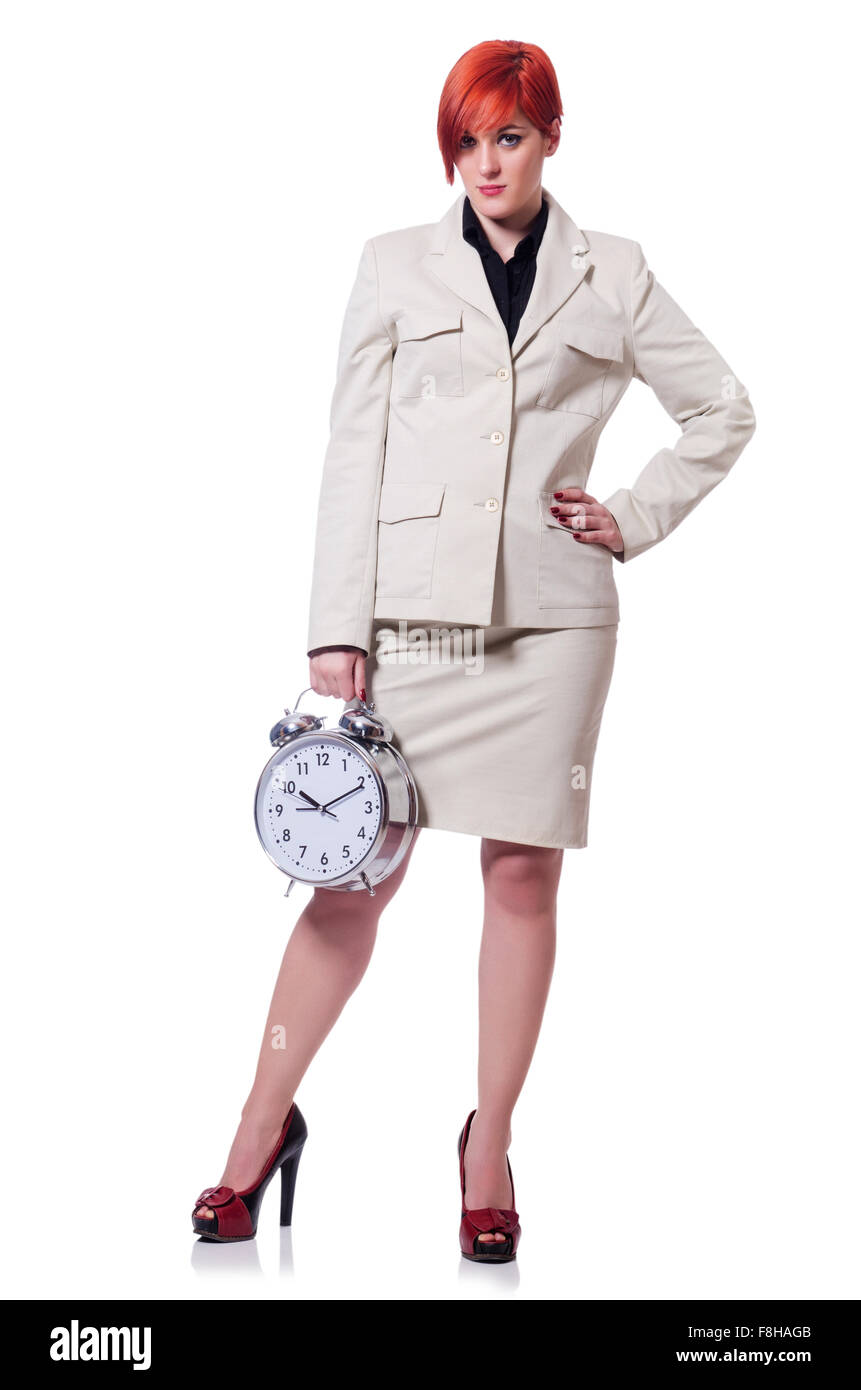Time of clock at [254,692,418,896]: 10:10
